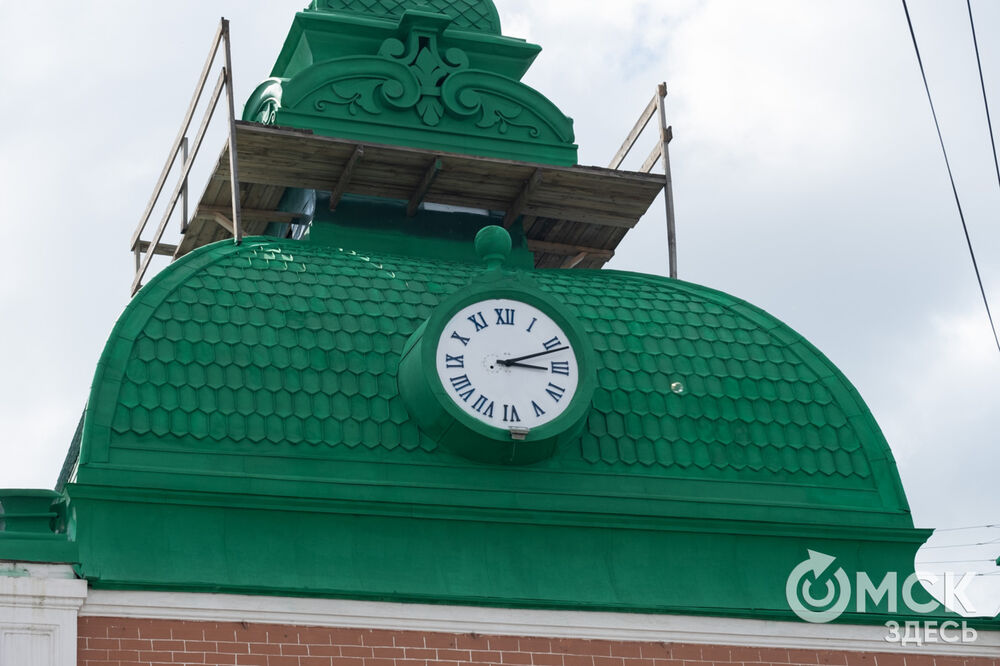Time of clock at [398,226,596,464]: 3:11
